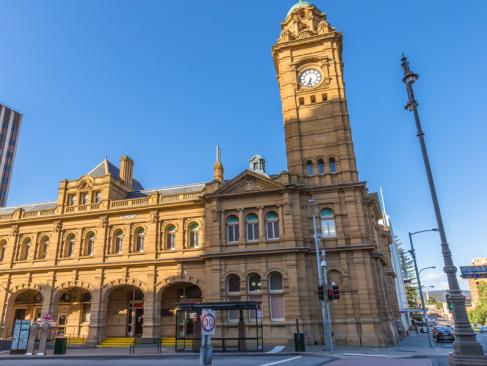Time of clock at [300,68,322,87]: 6:32
